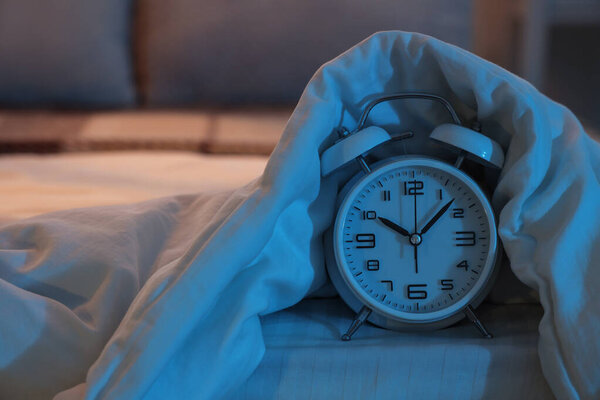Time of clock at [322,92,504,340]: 10:07
